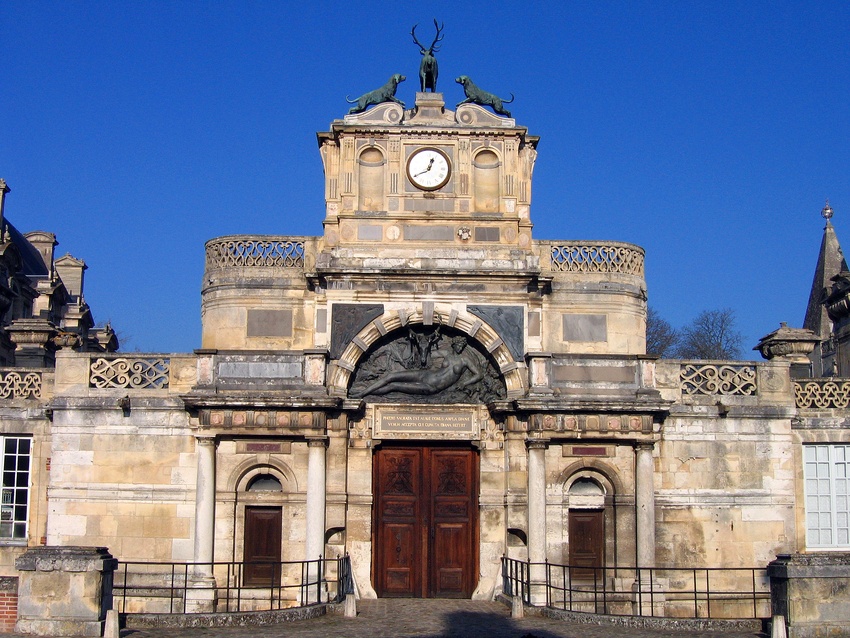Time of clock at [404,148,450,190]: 12:40
